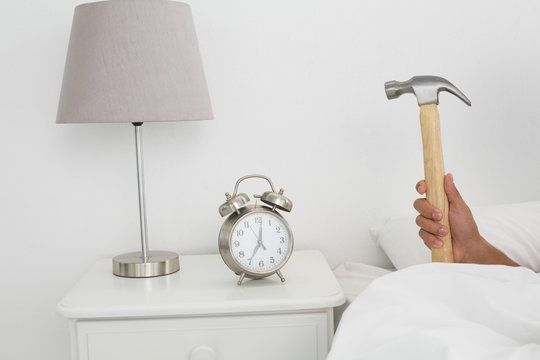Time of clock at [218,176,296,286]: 7:01
